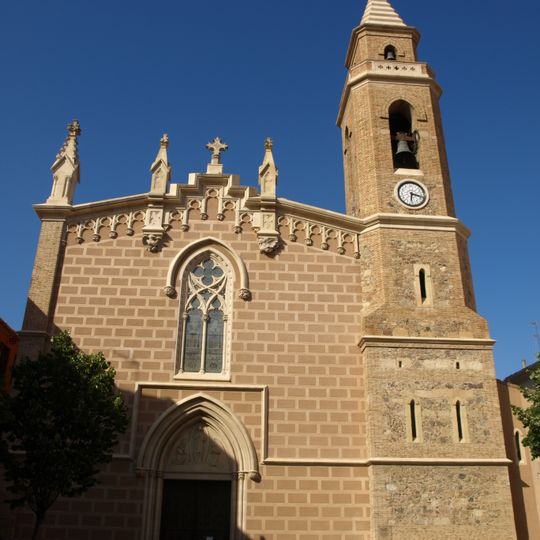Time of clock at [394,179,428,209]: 6:17
